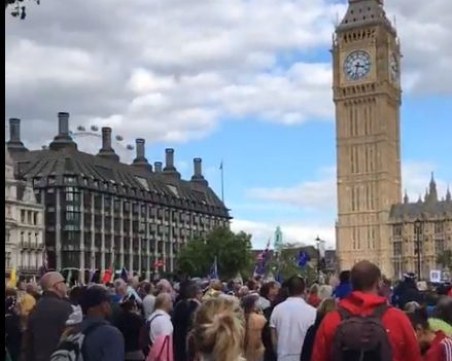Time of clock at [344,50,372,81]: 3:32
